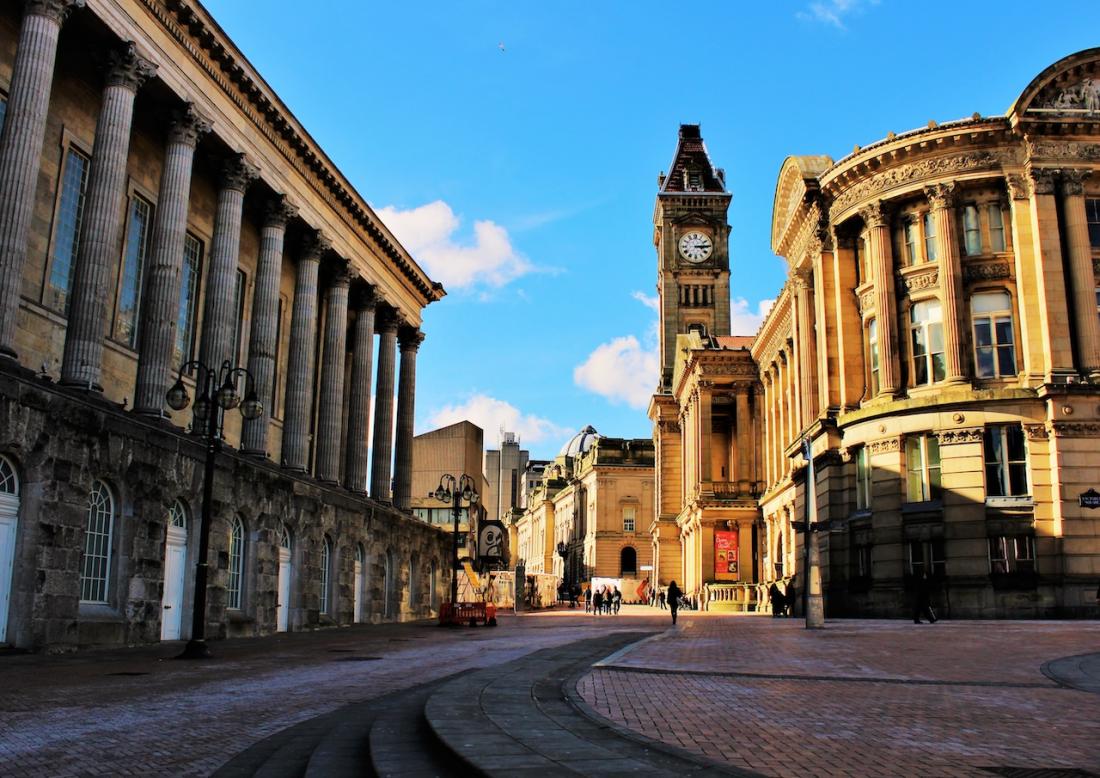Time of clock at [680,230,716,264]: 3:14
